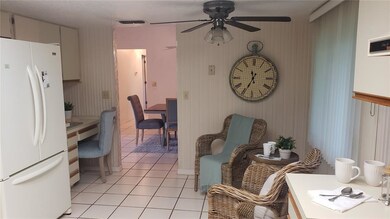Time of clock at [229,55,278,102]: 11:34
